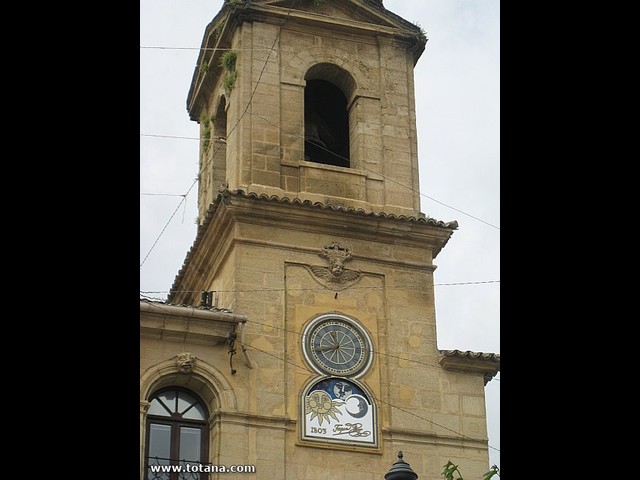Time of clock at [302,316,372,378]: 11:41
